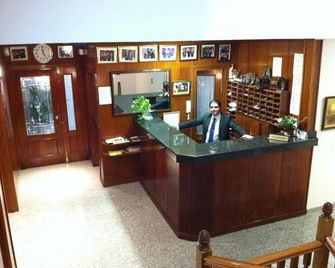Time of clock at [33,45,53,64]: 4:59
